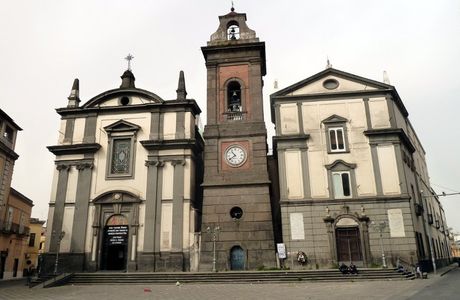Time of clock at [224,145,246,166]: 10:39
